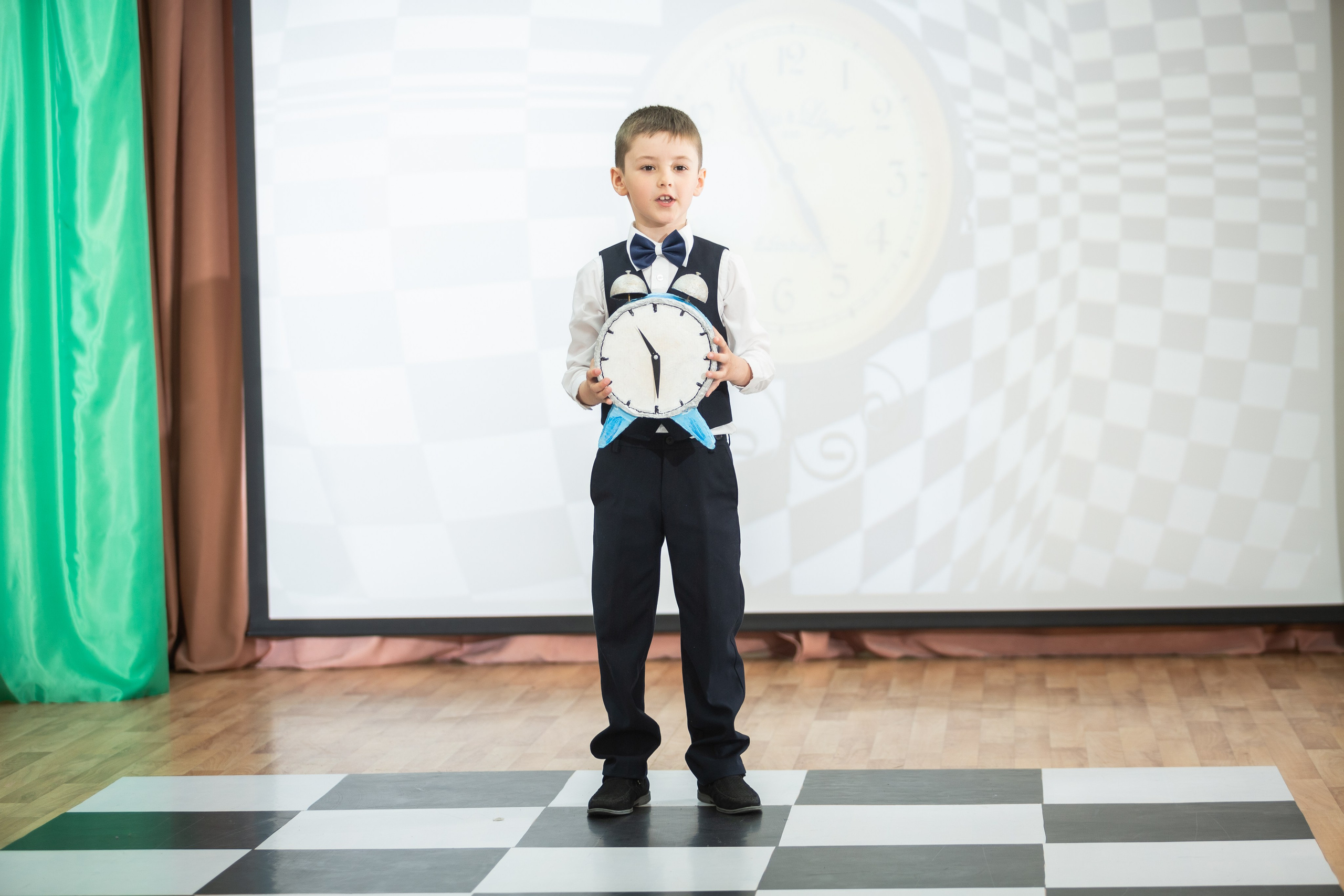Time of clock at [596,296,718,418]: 5:54
